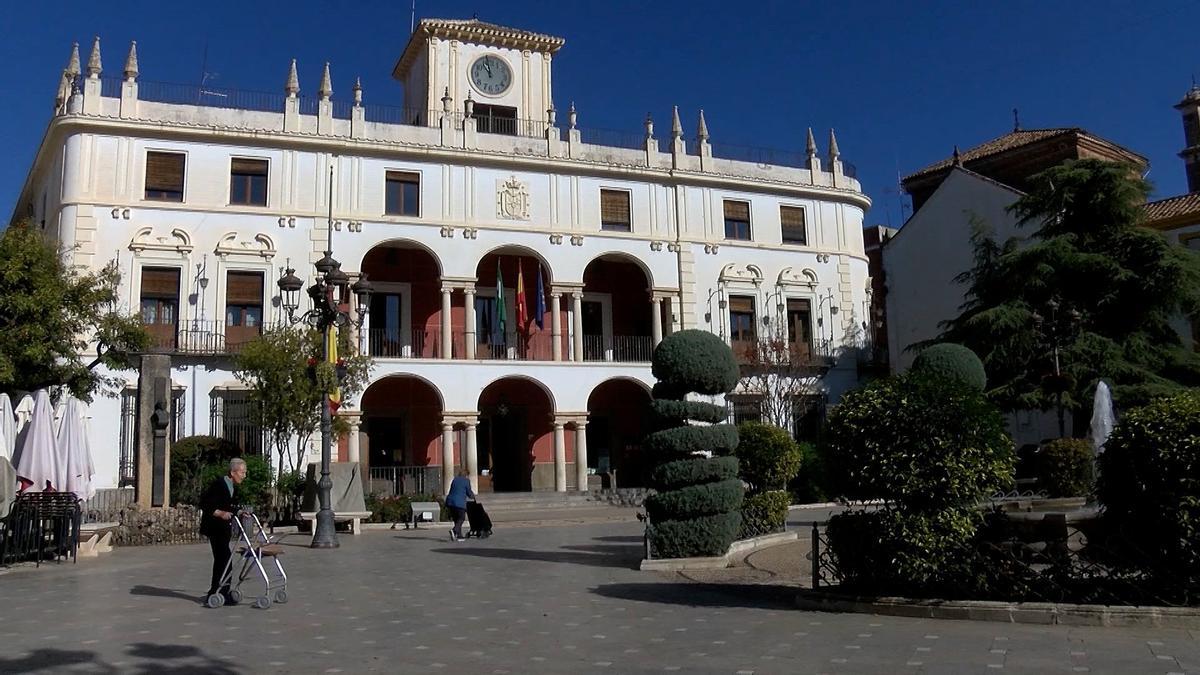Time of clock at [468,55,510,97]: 10:58
